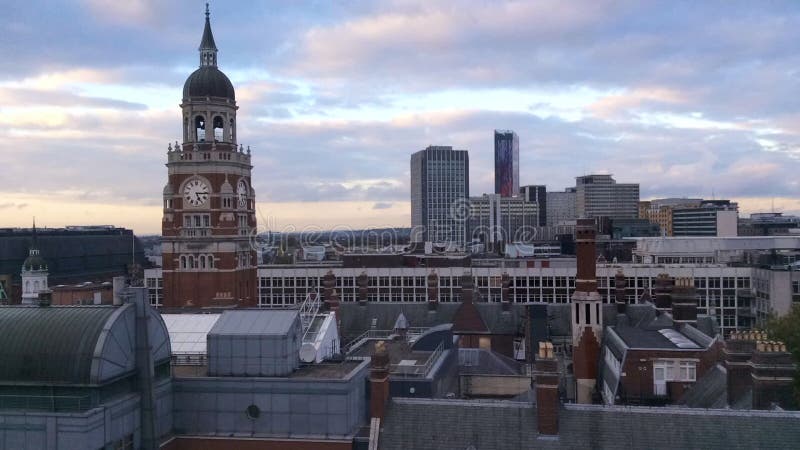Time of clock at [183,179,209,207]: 5:15
